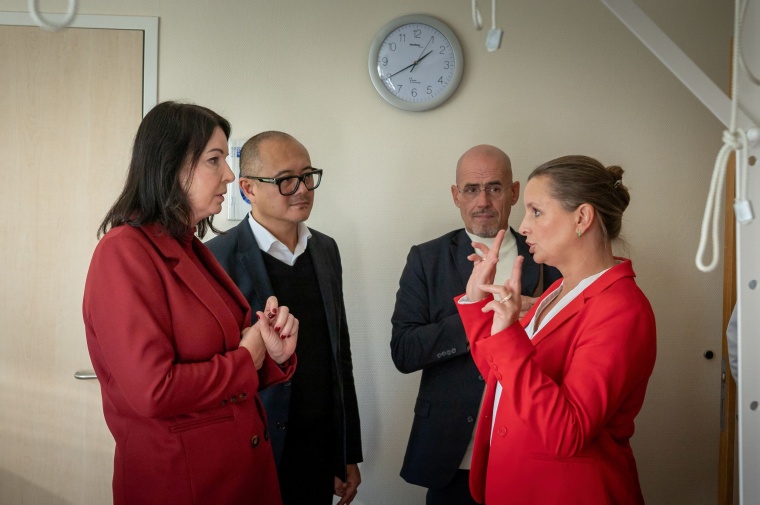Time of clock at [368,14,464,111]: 1:39
